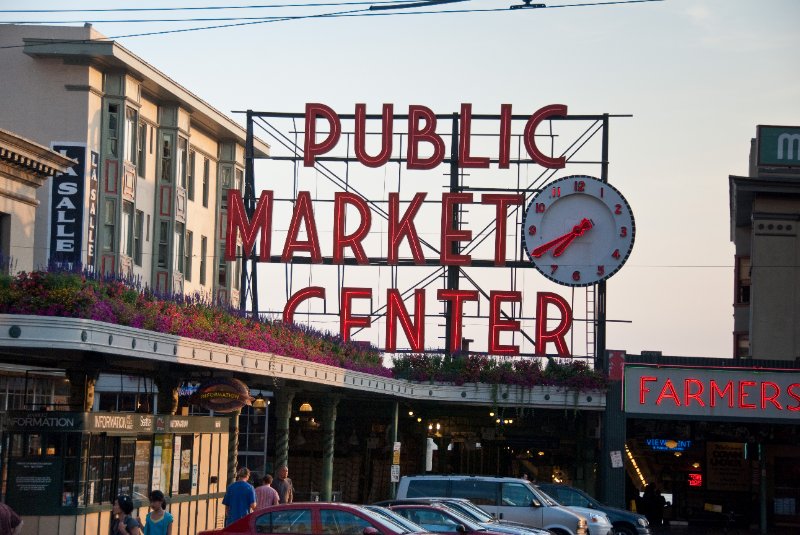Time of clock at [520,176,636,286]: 7:41
